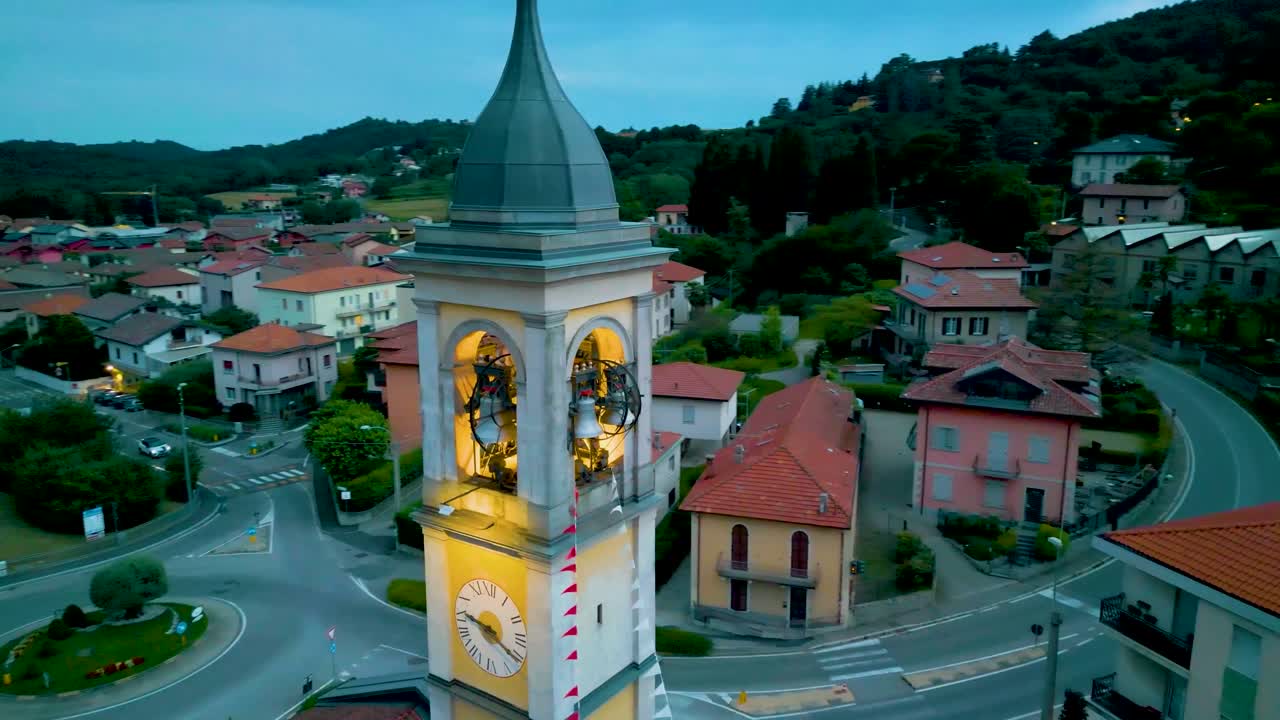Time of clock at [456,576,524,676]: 9:20
